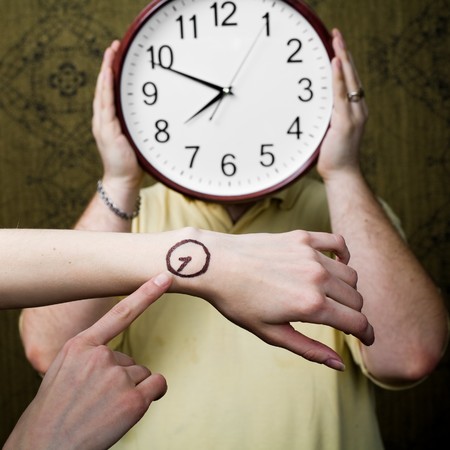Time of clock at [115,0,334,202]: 7:48
